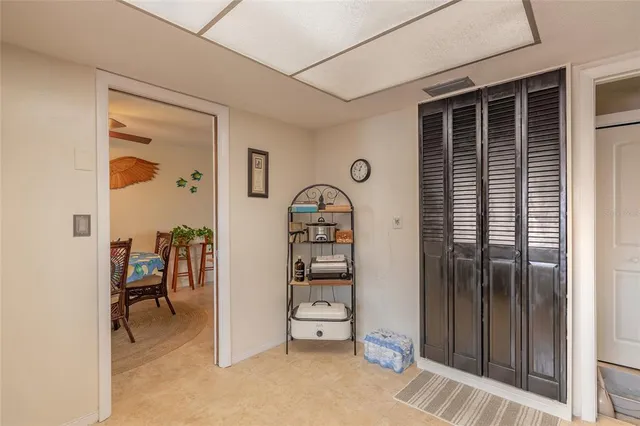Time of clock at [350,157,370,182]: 12:47
